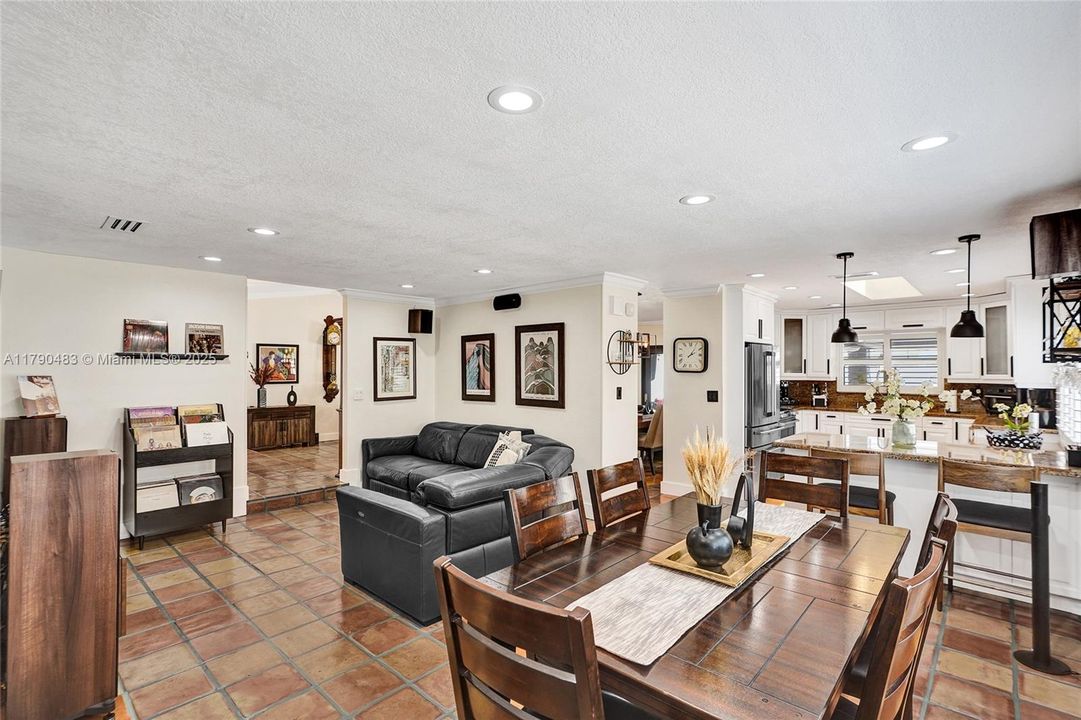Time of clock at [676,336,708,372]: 2:06
